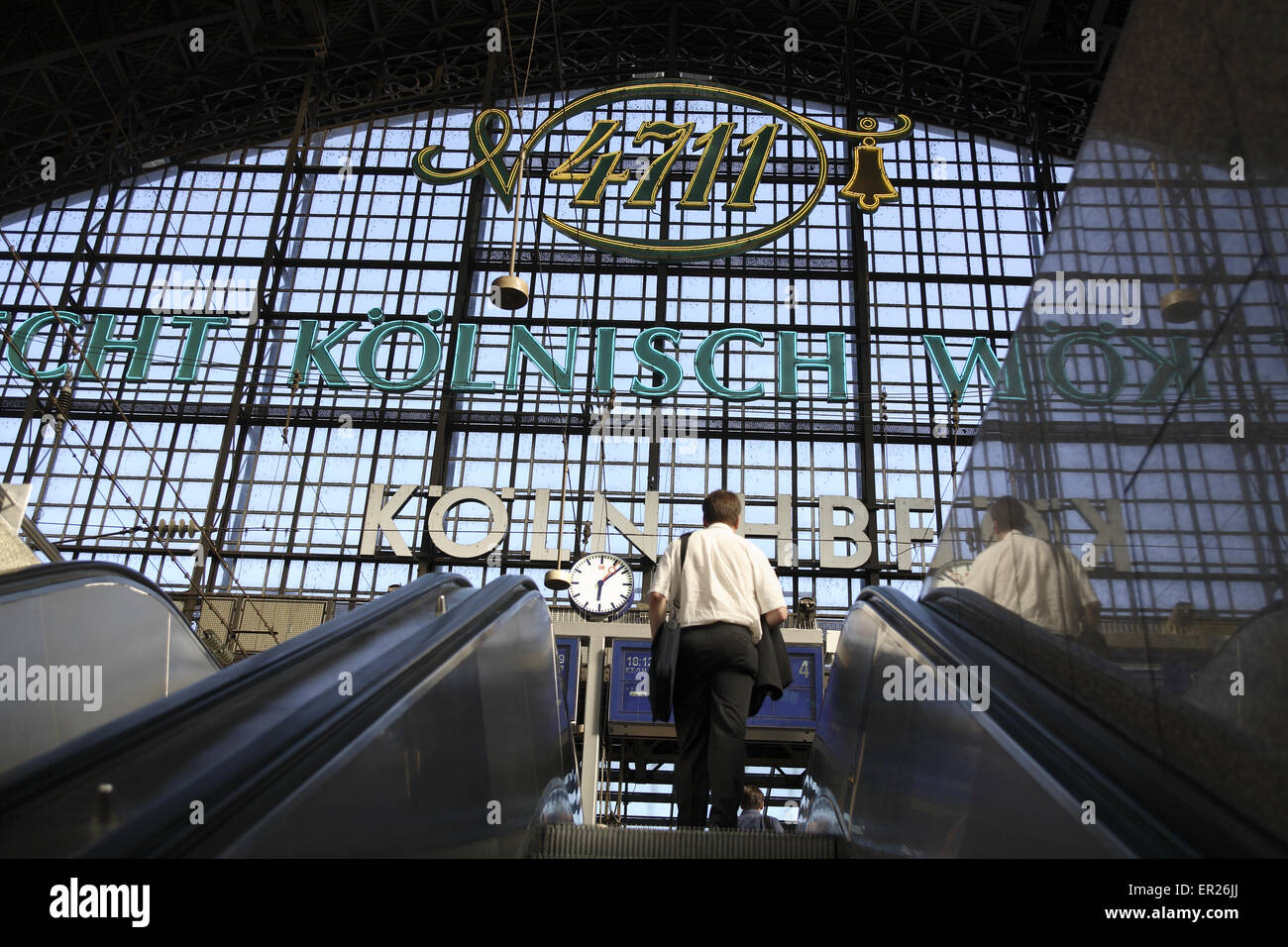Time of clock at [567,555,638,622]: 6:07
